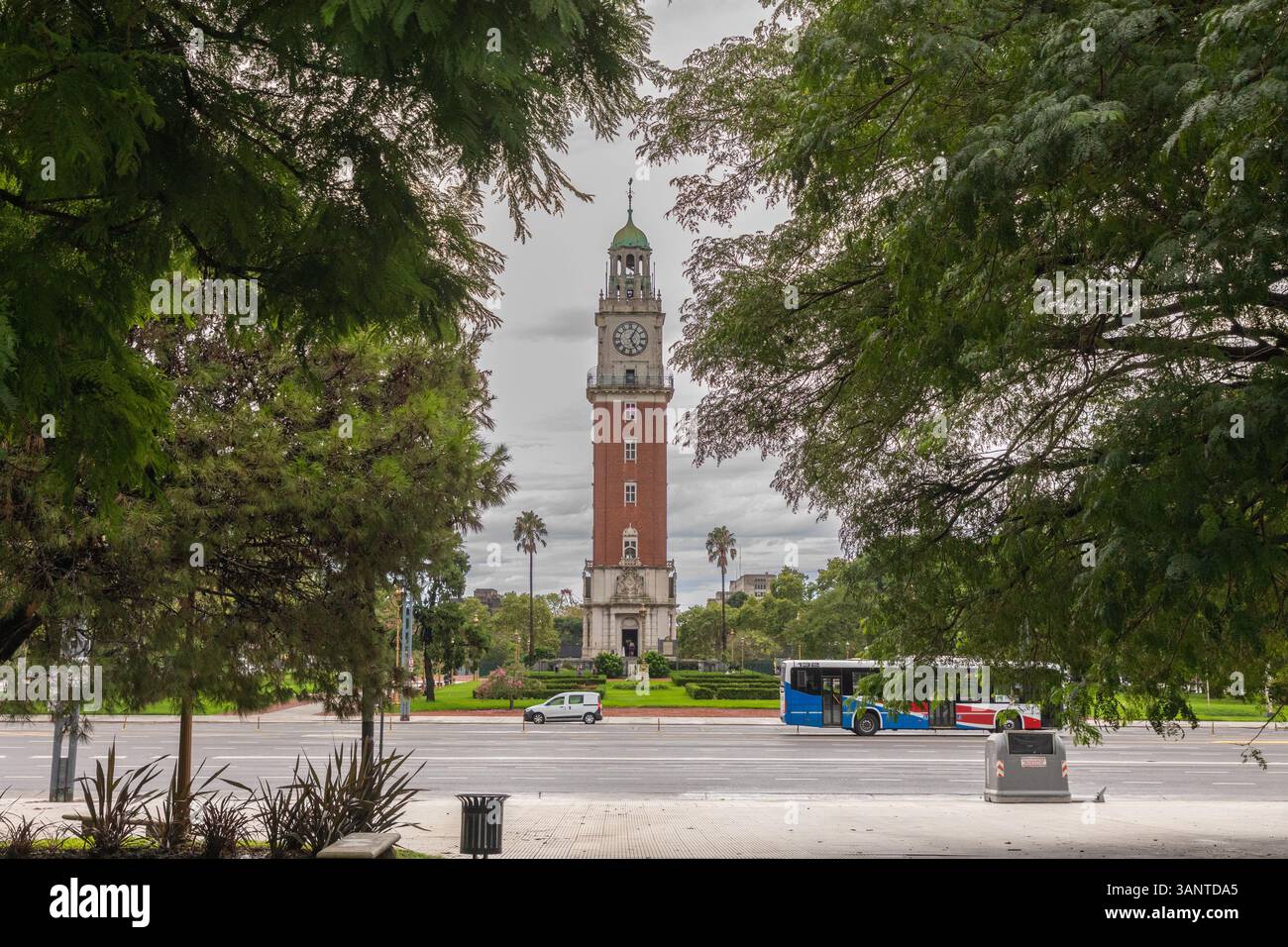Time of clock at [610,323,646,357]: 5:04
